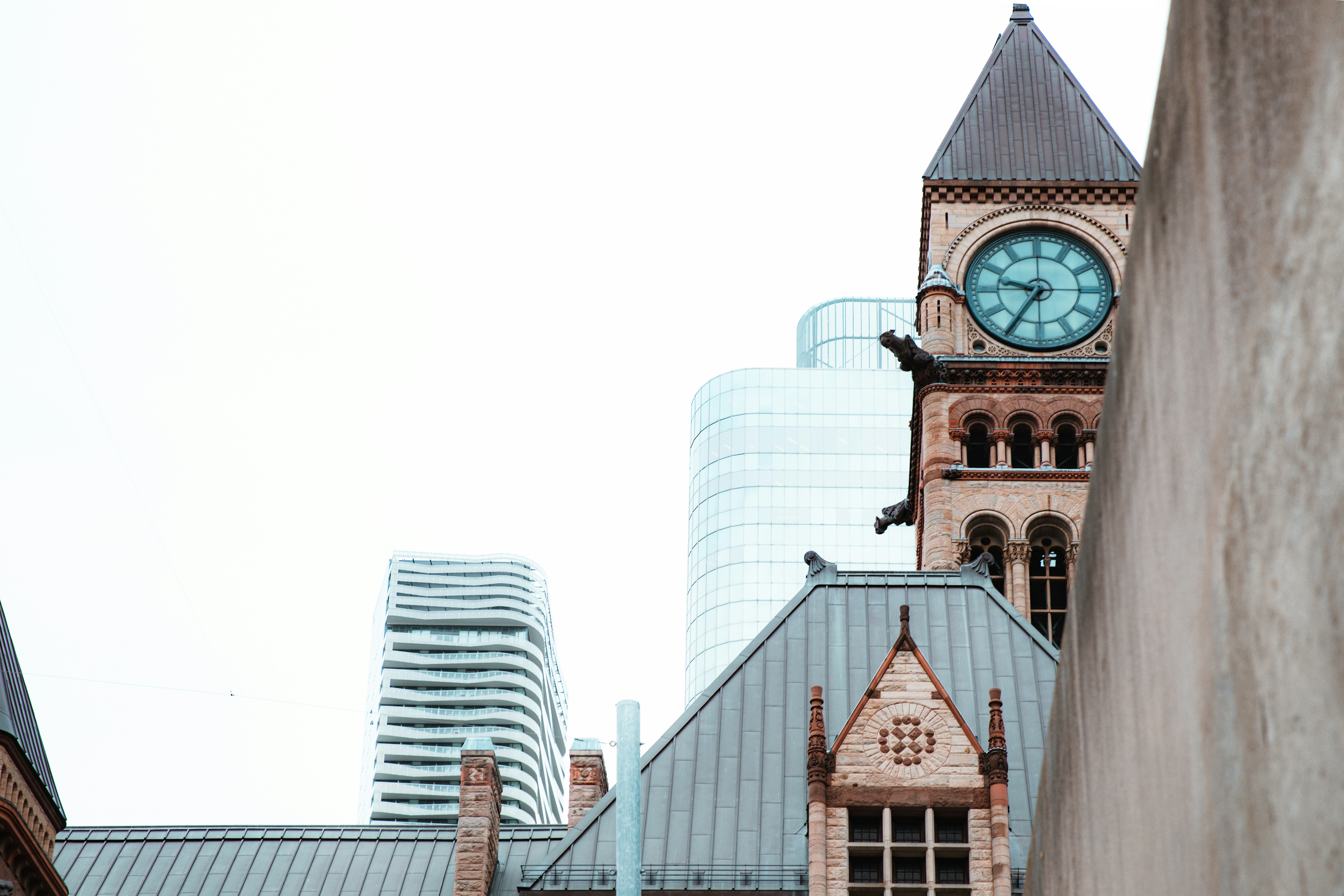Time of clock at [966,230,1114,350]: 9:35
